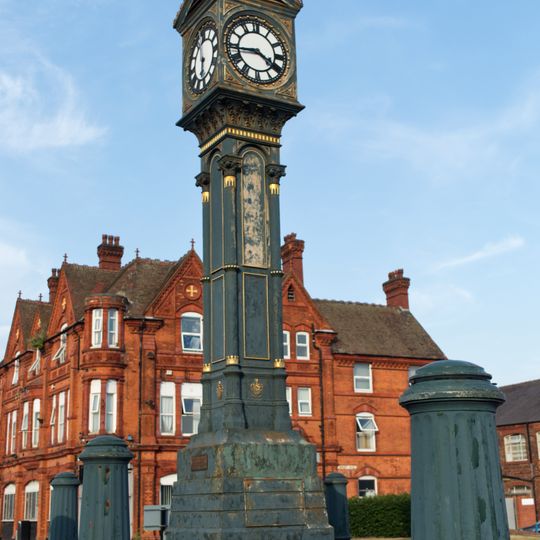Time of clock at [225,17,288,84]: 3:43
